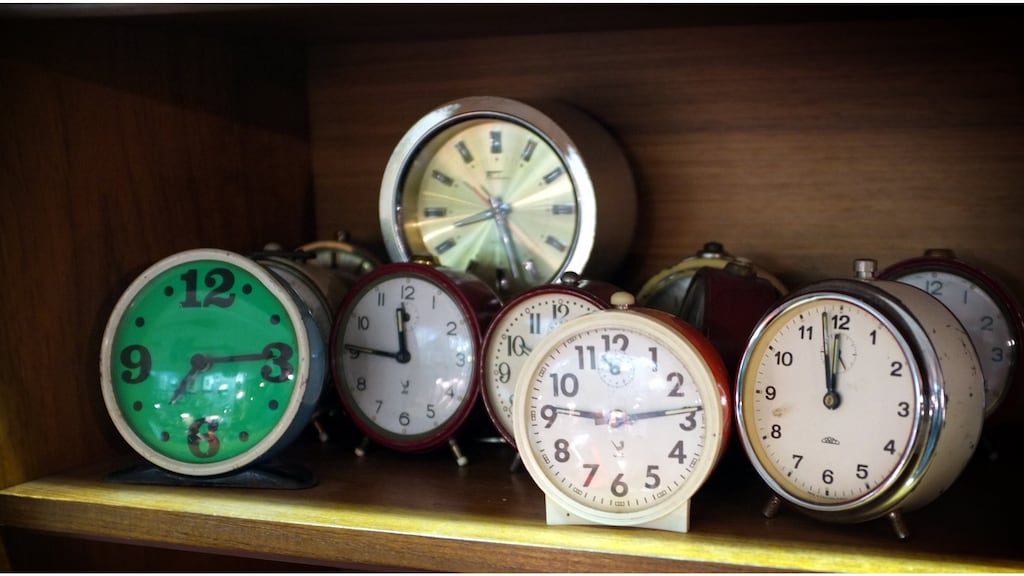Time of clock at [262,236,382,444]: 11:46
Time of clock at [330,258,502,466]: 11:46
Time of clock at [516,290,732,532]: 9:13
